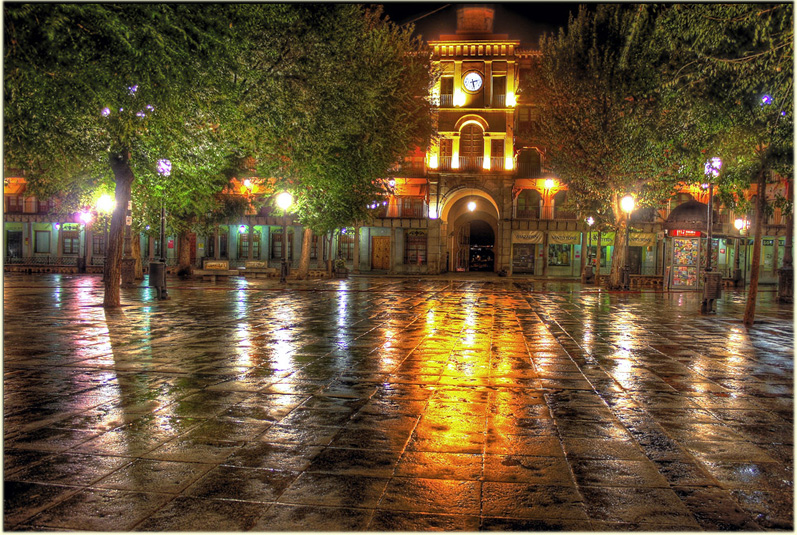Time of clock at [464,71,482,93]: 2:27
